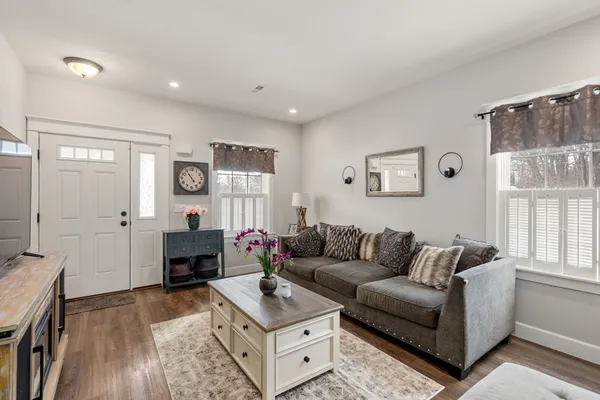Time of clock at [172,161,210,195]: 4:54
